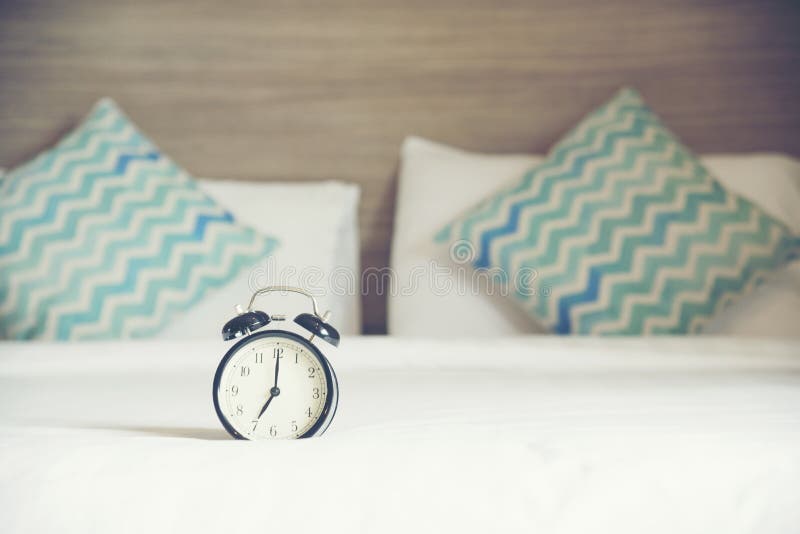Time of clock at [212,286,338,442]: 7:00
